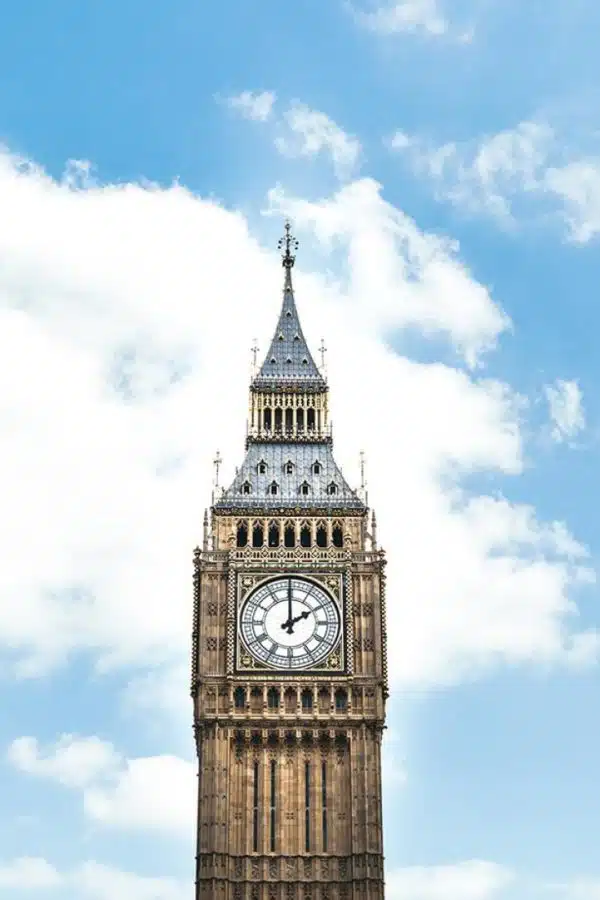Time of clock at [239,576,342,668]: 2:00
